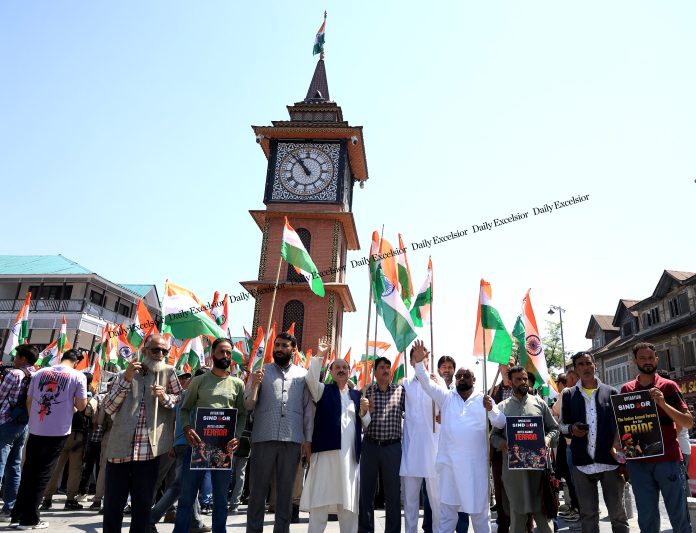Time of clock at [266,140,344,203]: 10:53
